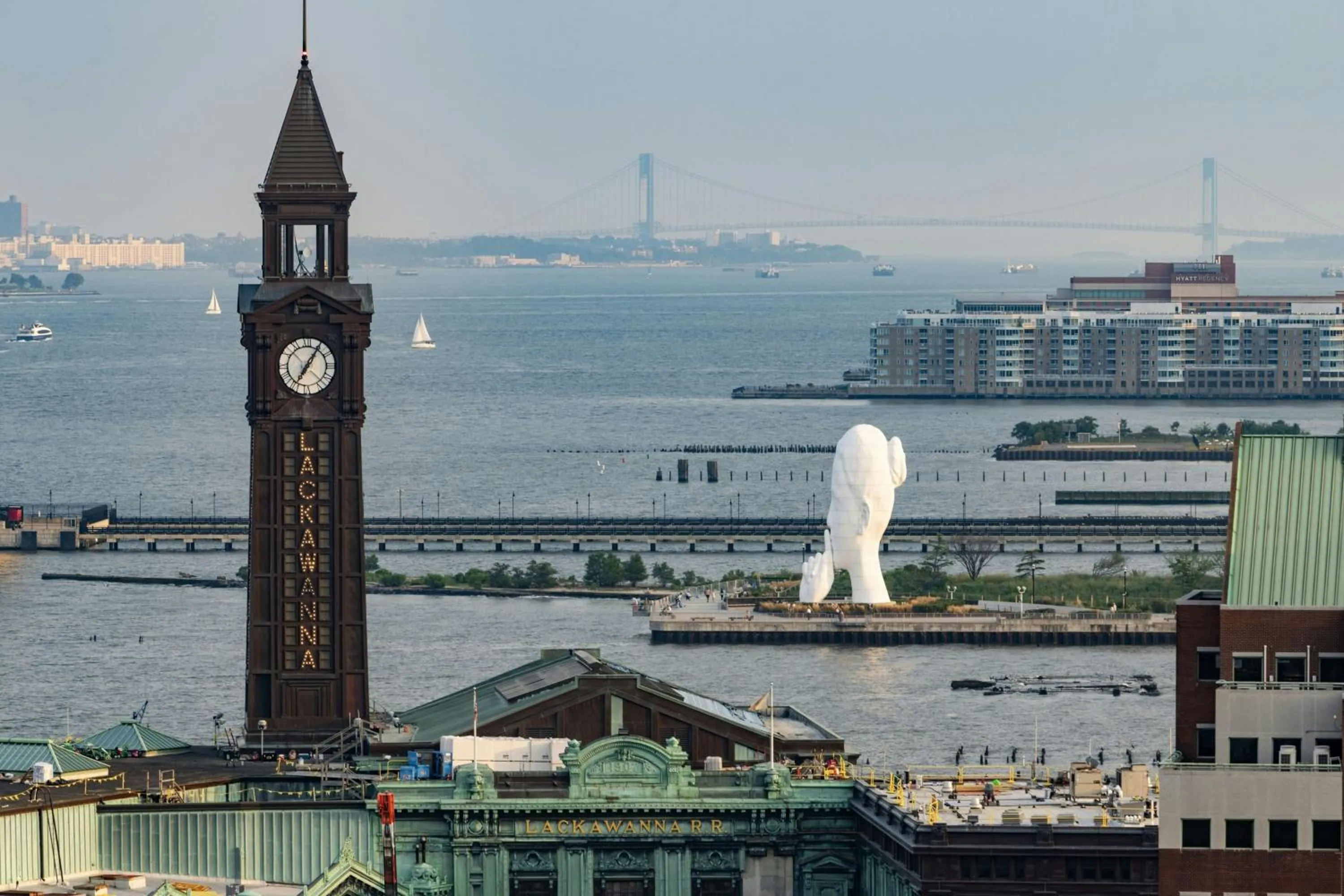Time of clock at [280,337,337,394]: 7:05
